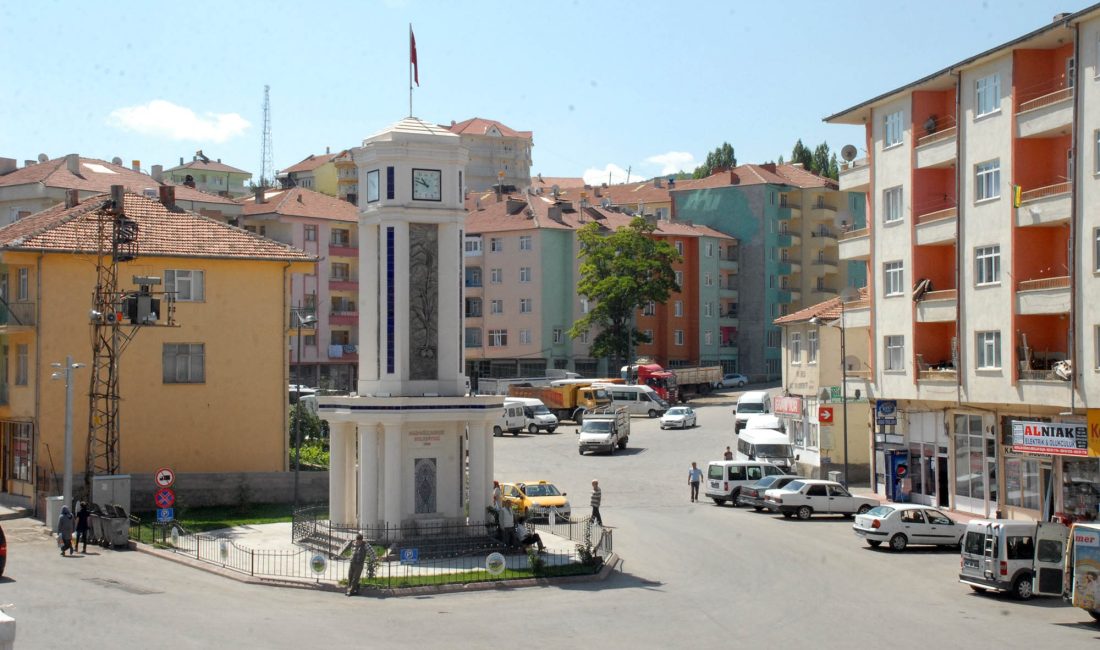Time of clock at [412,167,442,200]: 10:48
